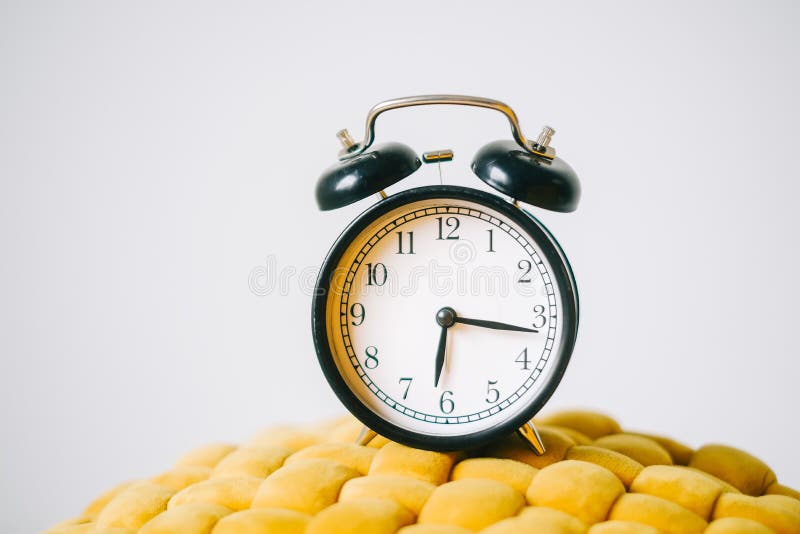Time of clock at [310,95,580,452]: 6:16
